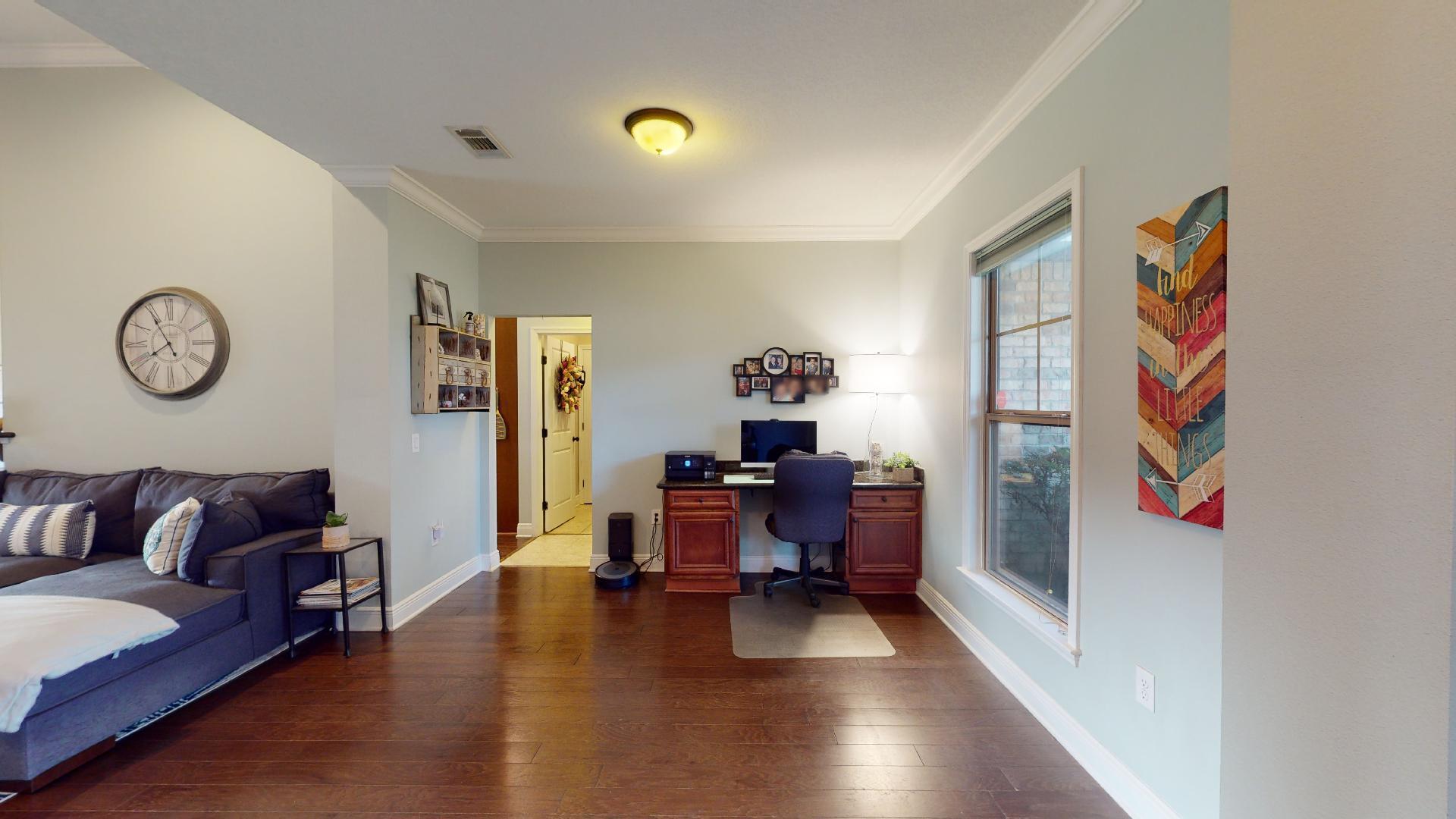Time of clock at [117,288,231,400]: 7:54
